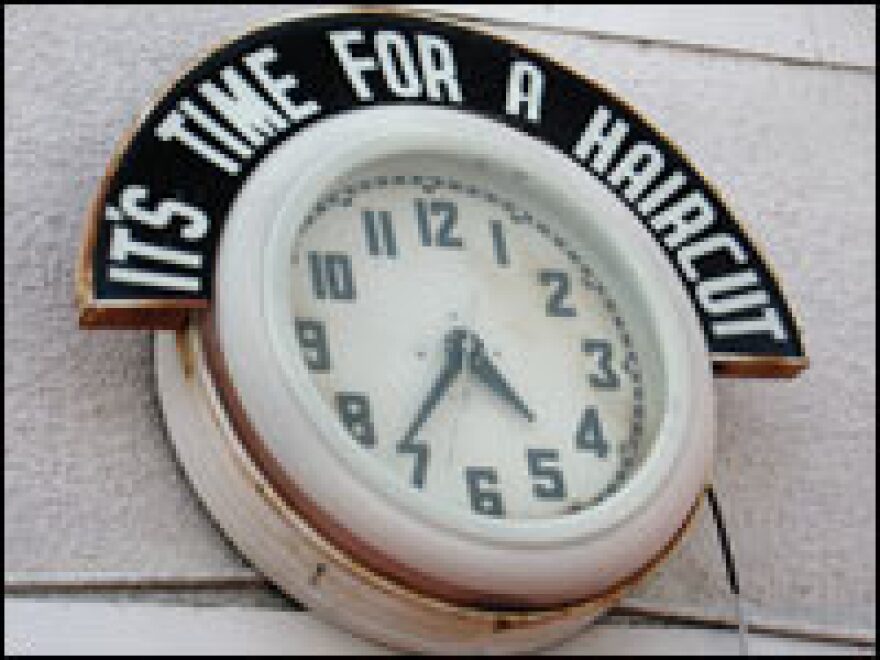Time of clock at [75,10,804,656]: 4:36
